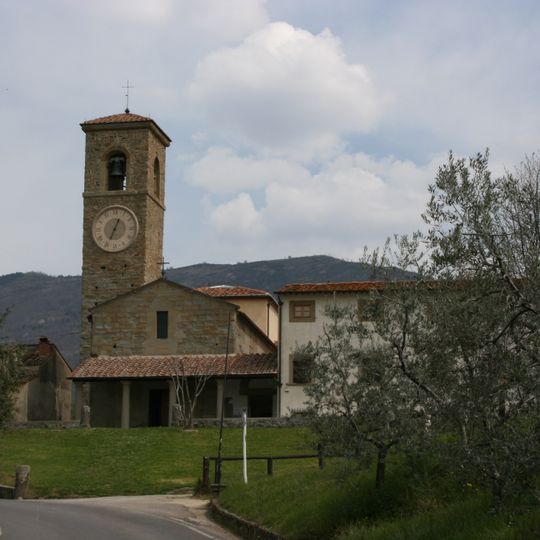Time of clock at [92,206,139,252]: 12:34
